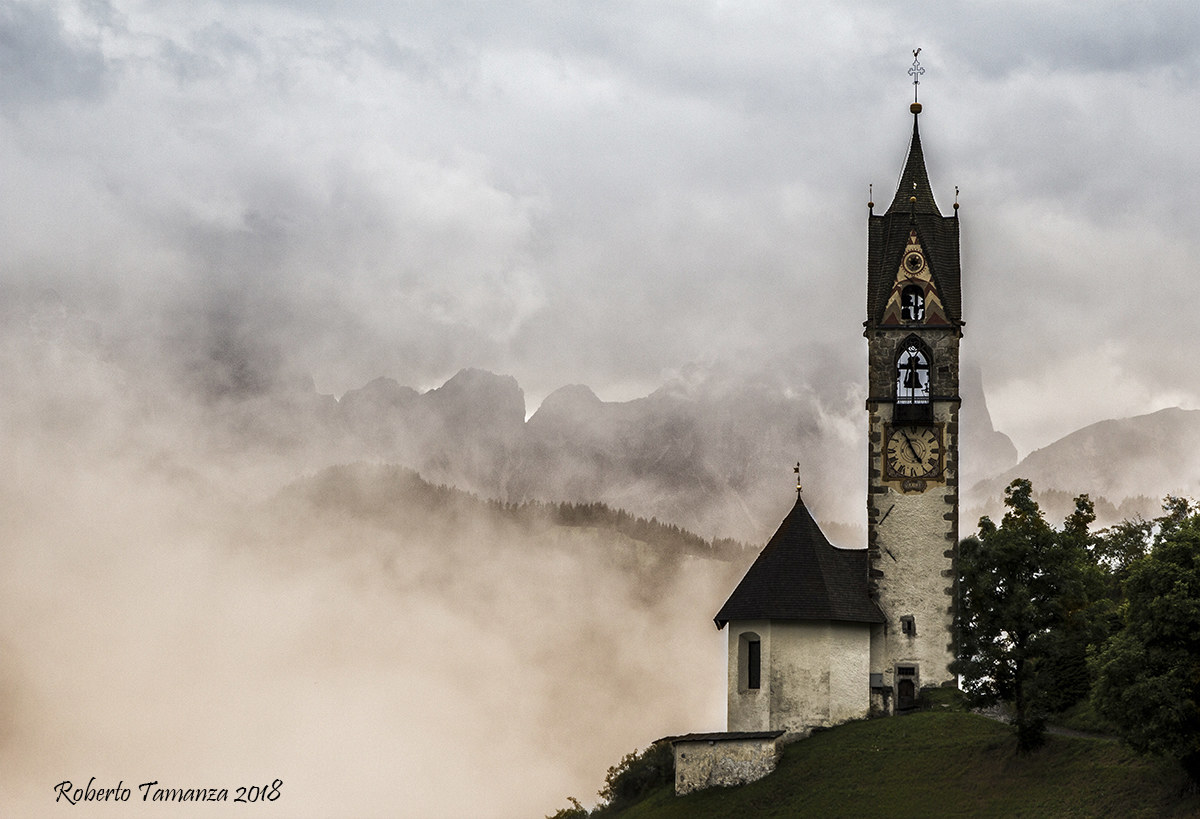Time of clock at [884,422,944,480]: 4:55
